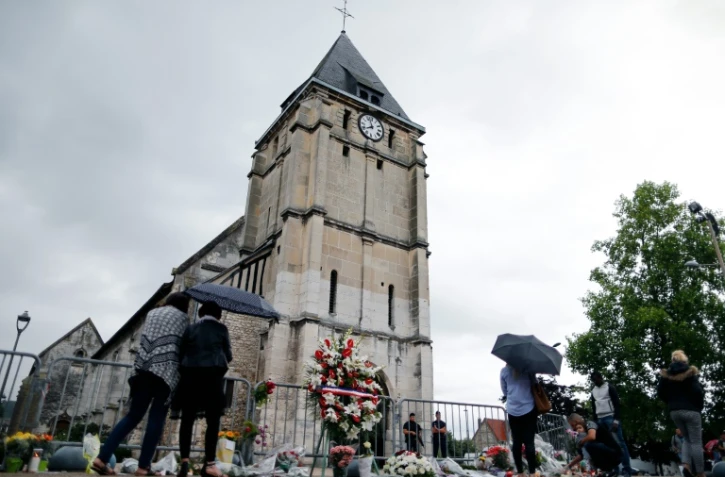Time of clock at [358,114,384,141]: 7:57
